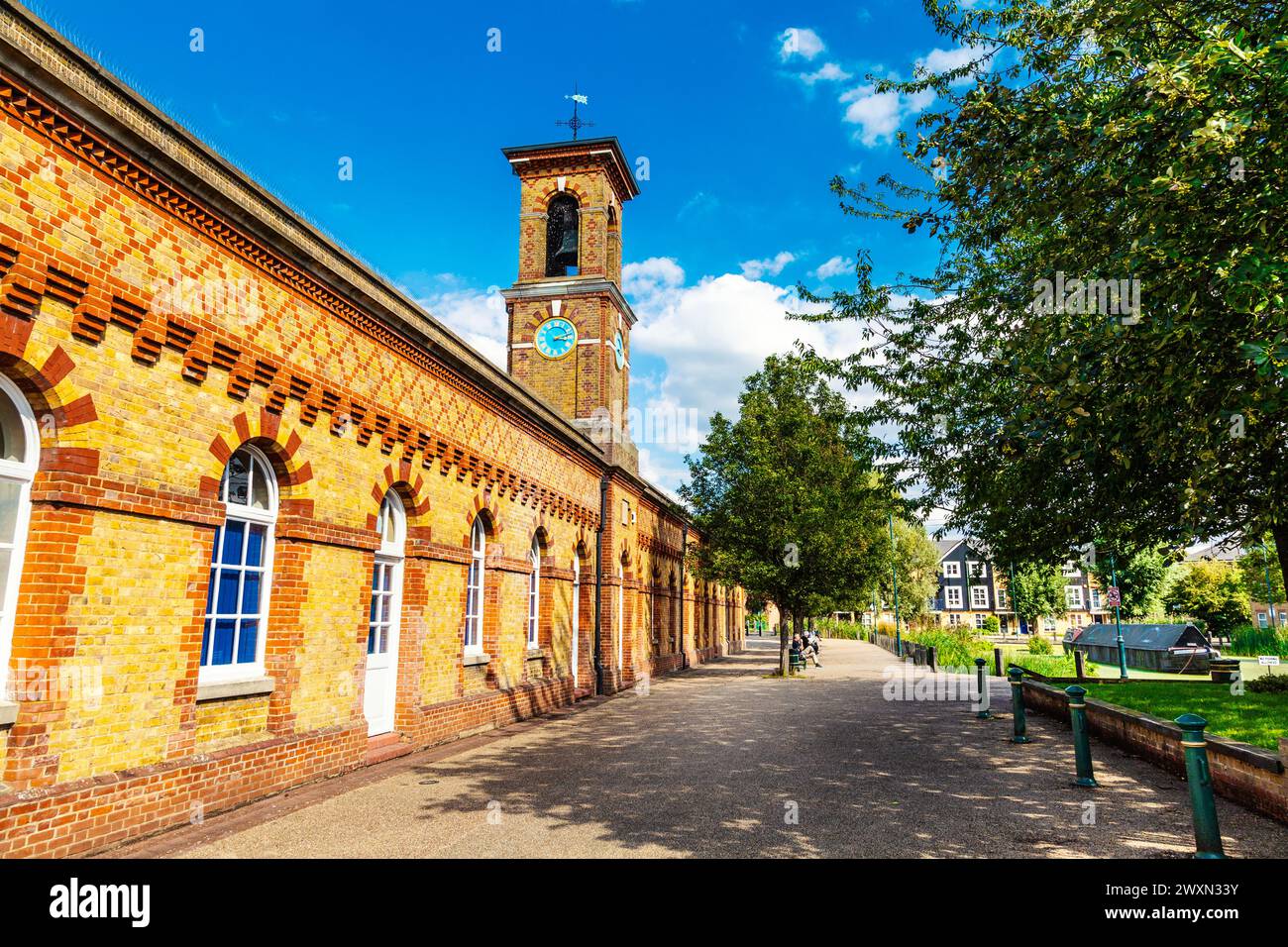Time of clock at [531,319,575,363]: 3:12
